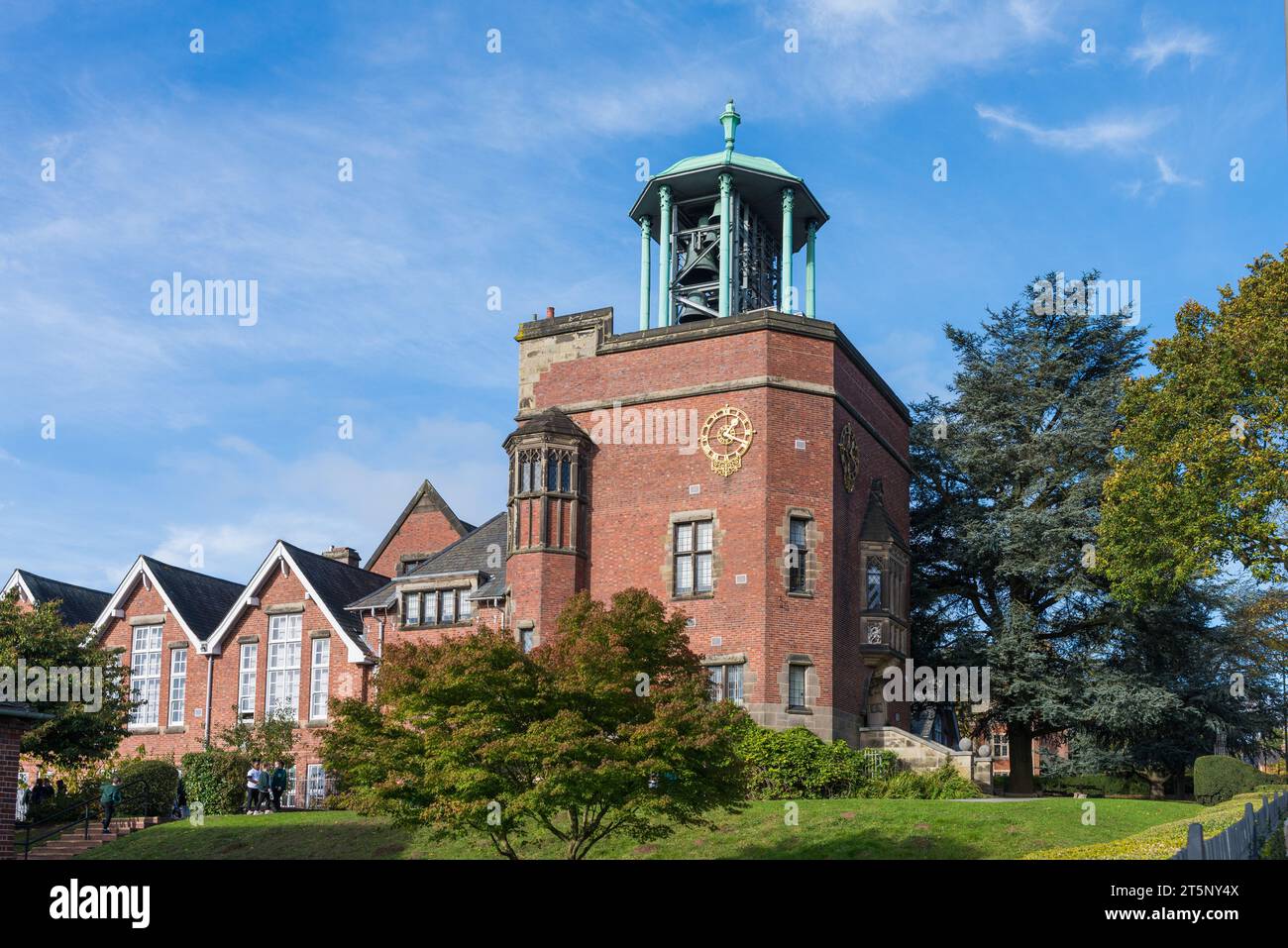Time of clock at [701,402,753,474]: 1:18
